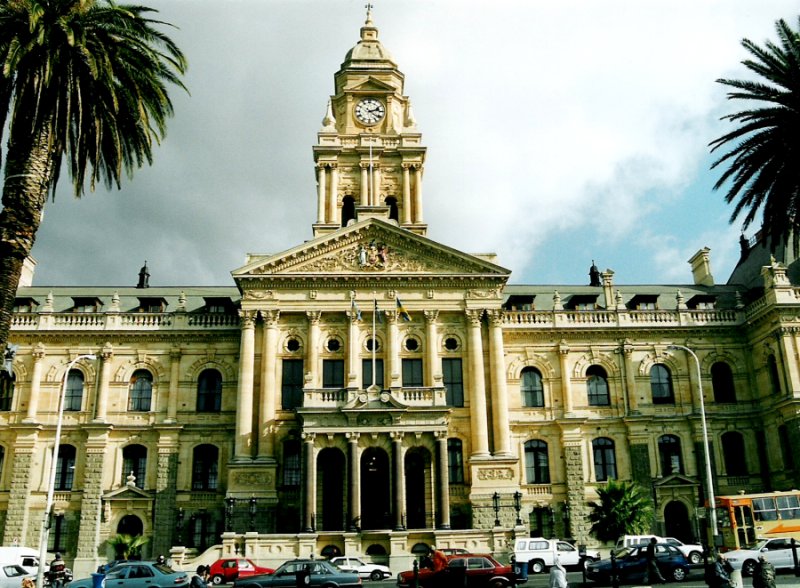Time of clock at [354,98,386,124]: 2:21
